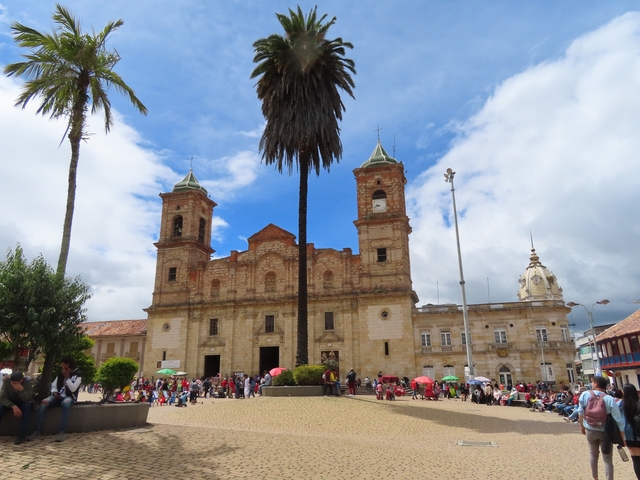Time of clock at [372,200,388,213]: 9:42
